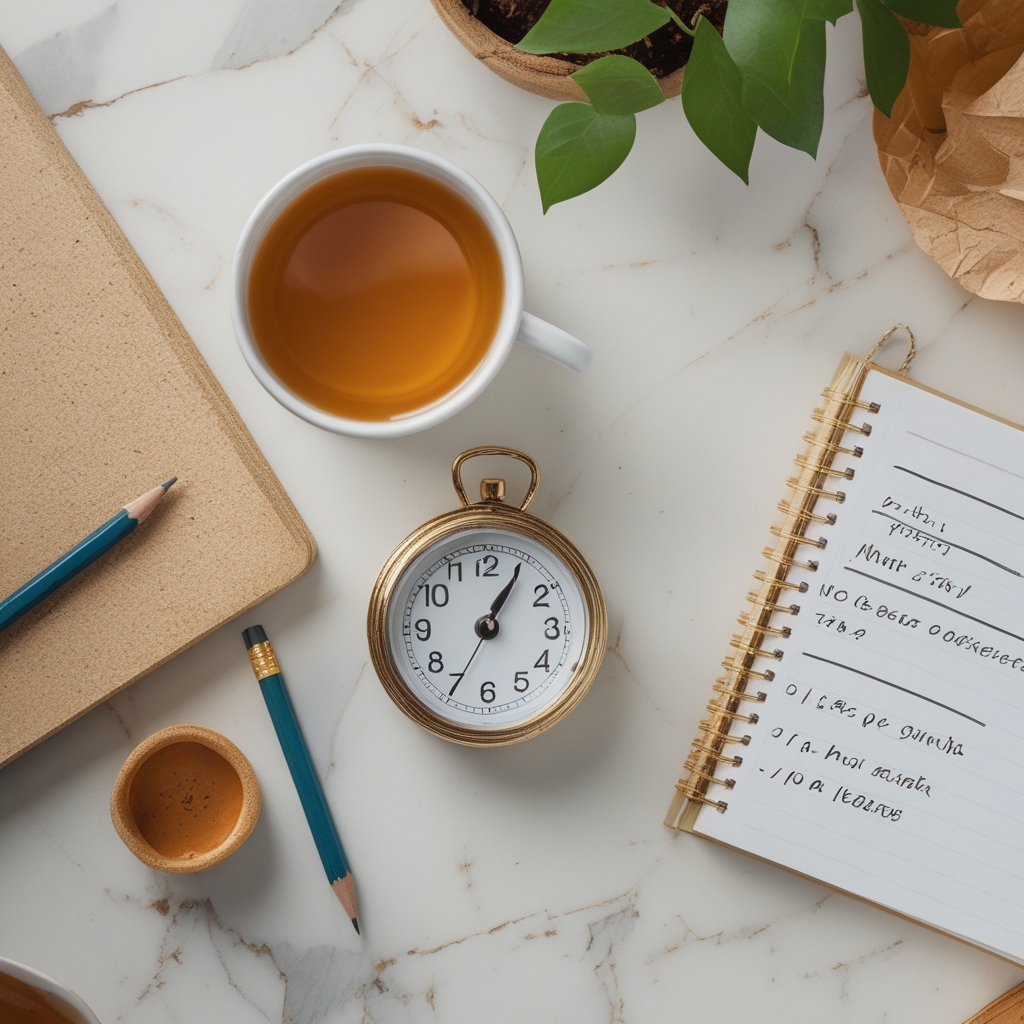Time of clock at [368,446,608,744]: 1:05
